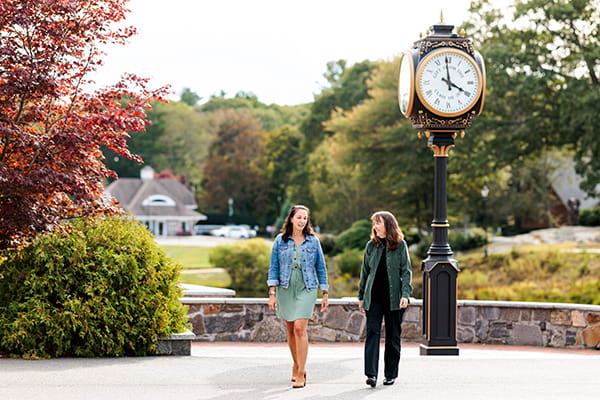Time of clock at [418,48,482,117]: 3:58
